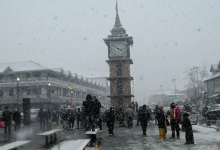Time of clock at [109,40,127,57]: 3:51
